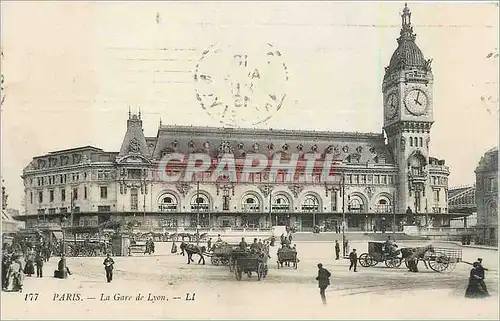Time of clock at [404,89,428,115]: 4:02
